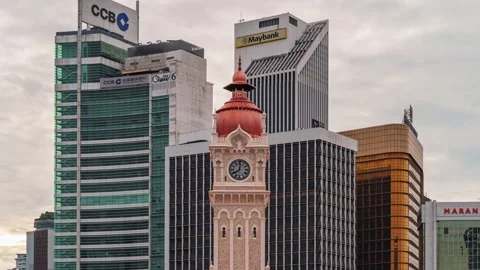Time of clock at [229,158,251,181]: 8:01
